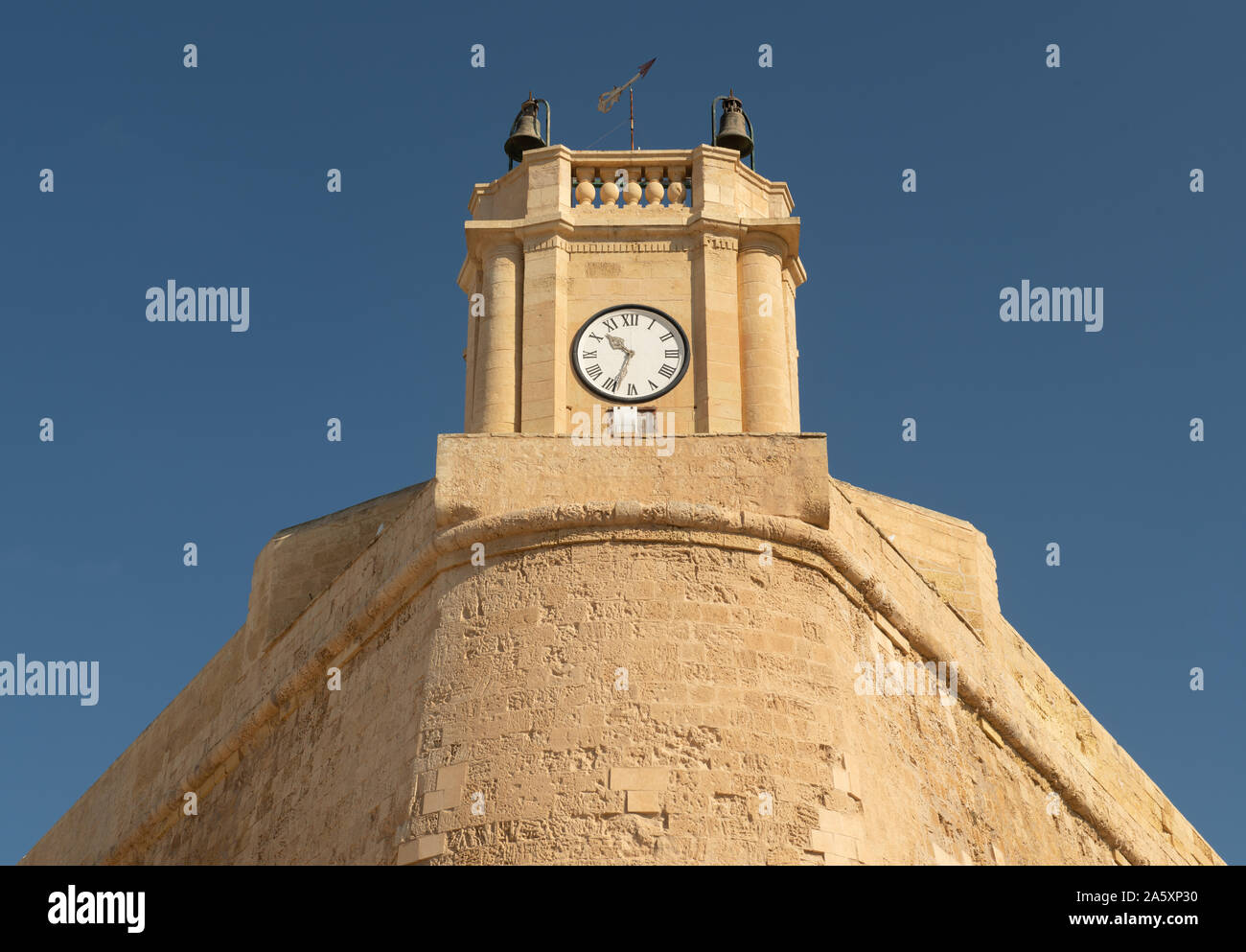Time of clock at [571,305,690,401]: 10:33
